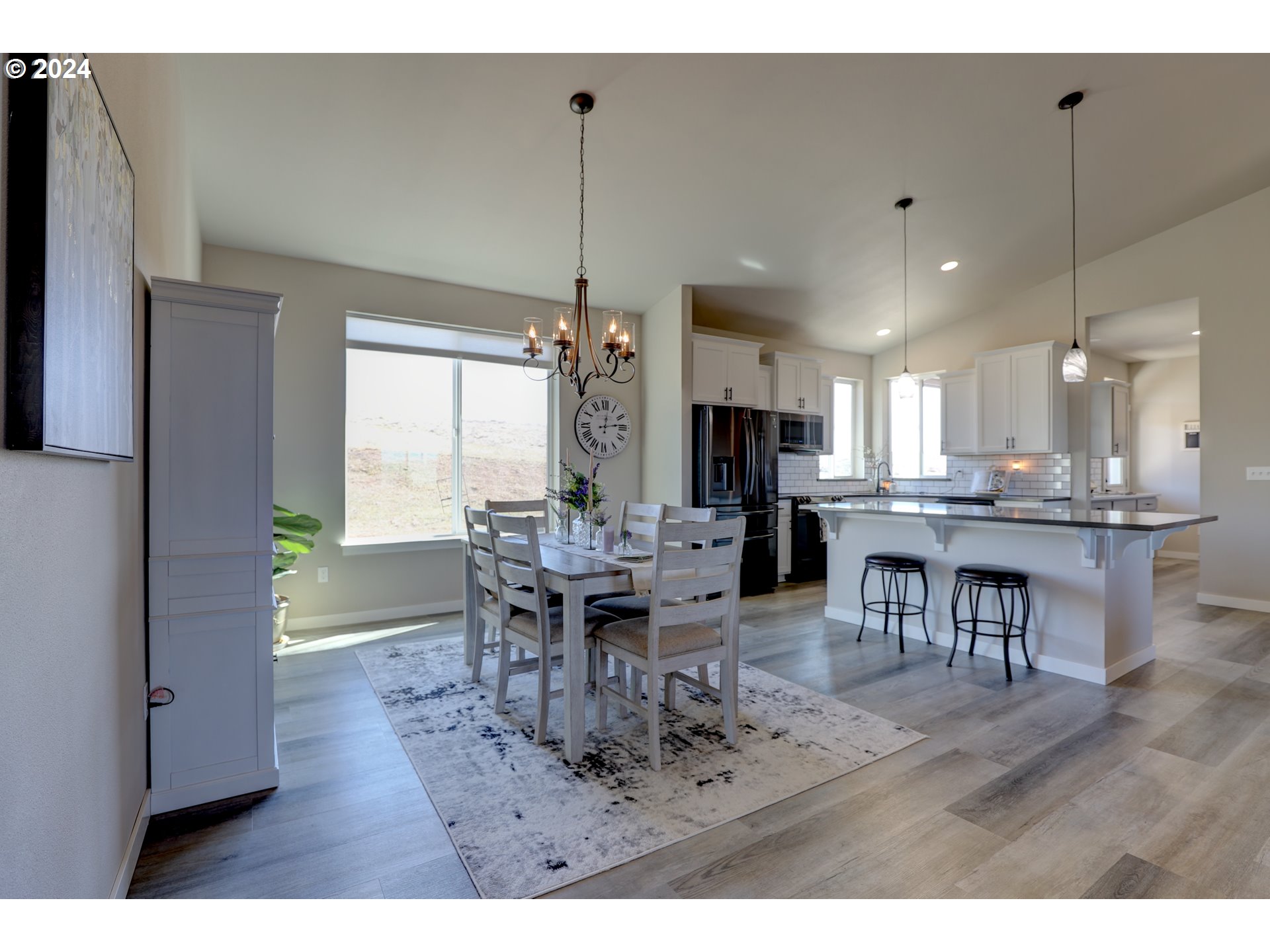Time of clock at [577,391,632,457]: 12:13
